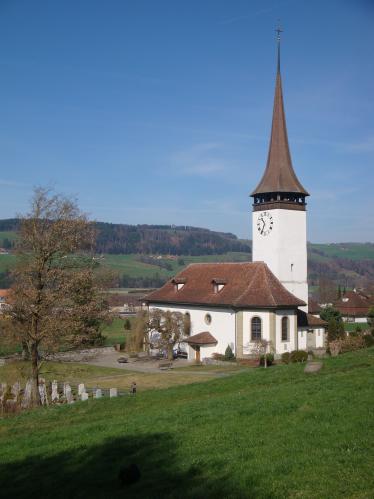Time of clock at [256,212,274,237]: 10:34
